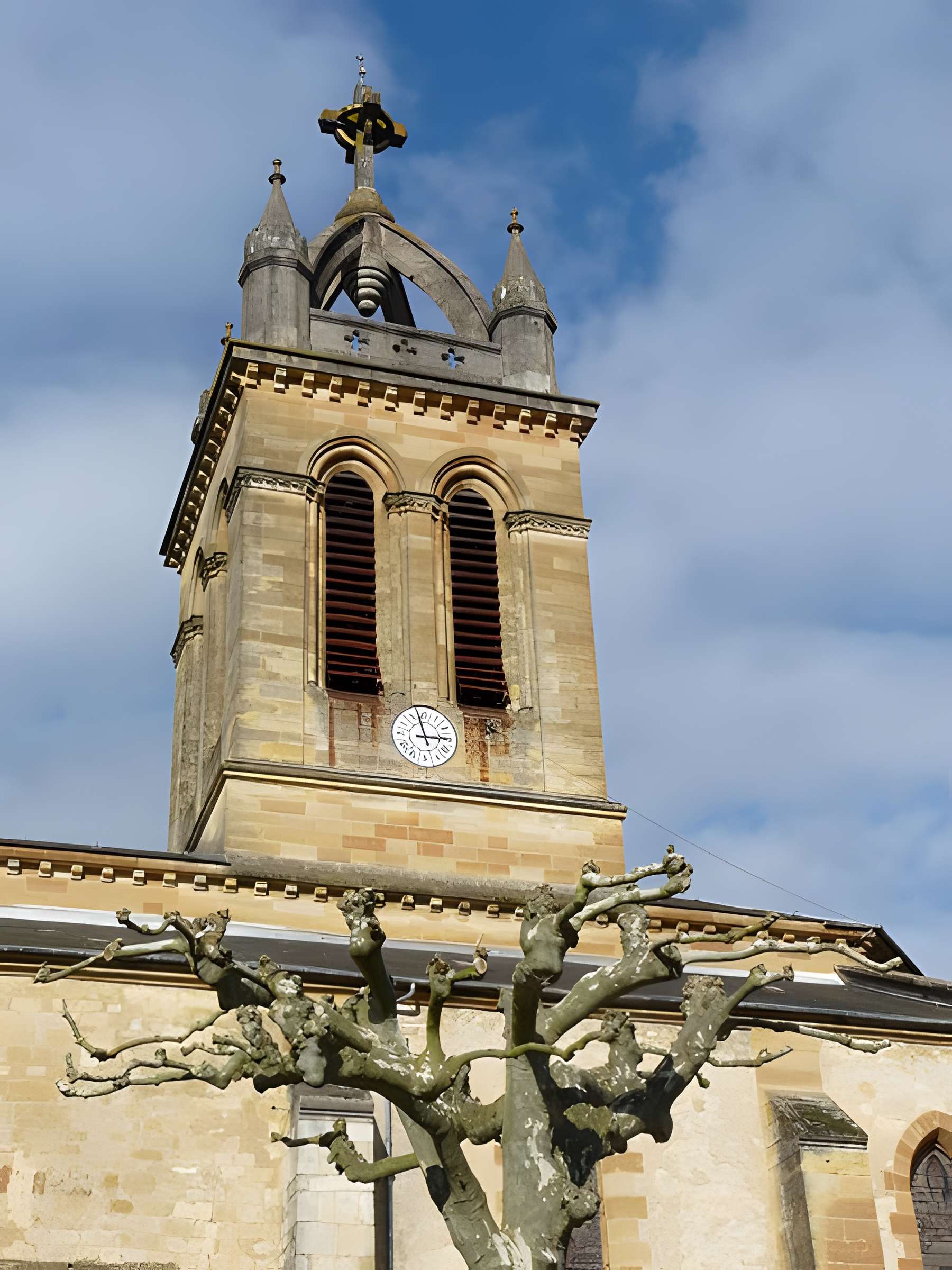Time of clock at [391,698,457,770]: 2:57
